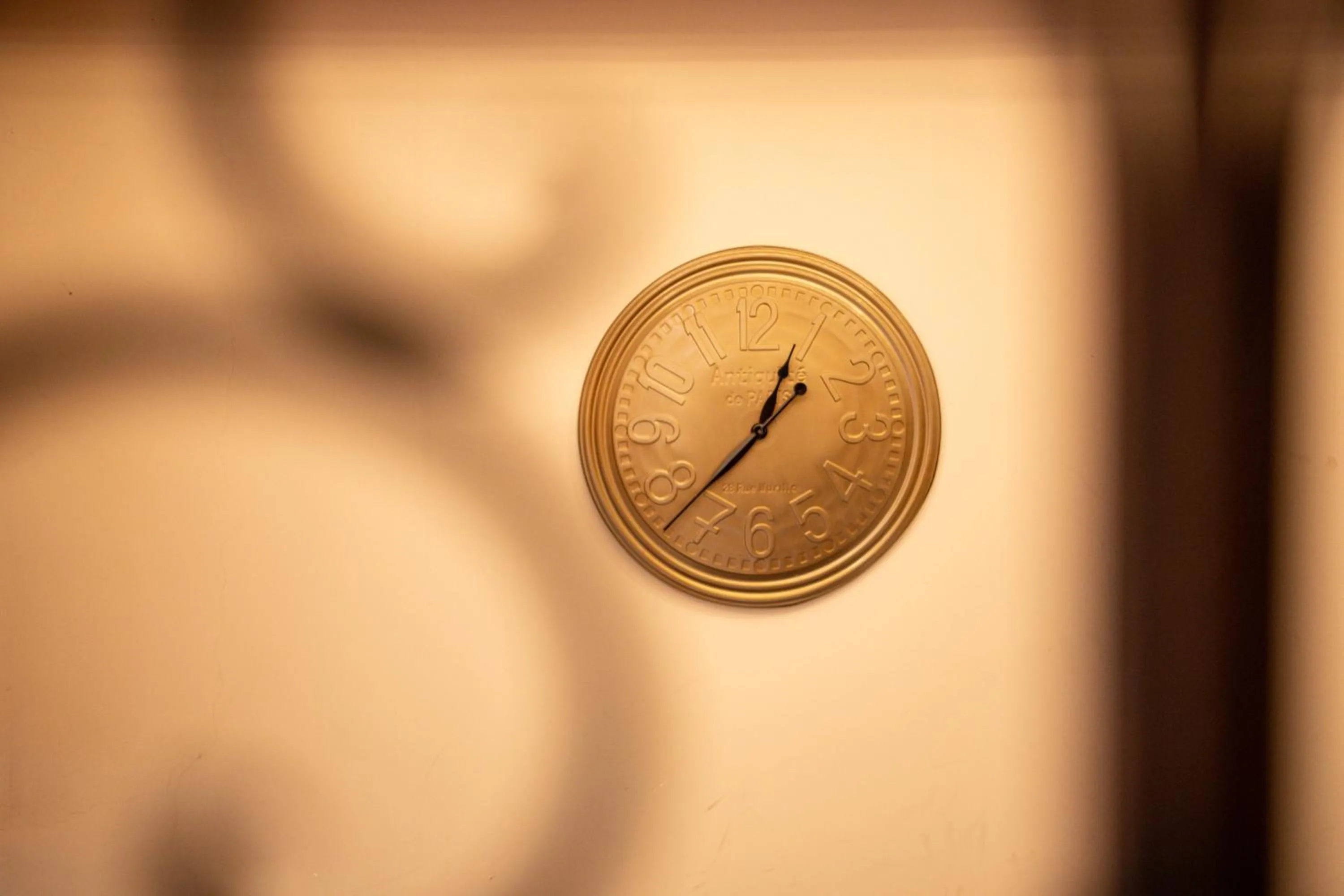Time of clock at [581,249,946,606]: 12:37
